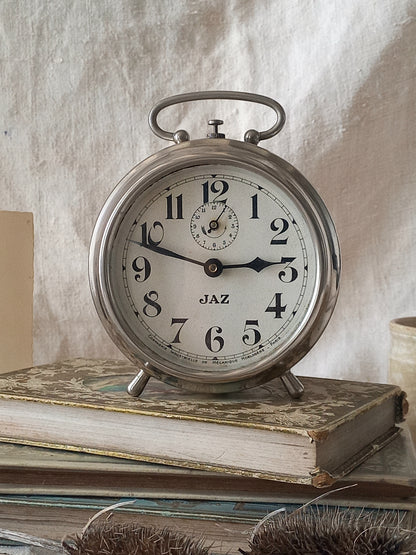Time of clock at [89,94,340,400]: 2:48
